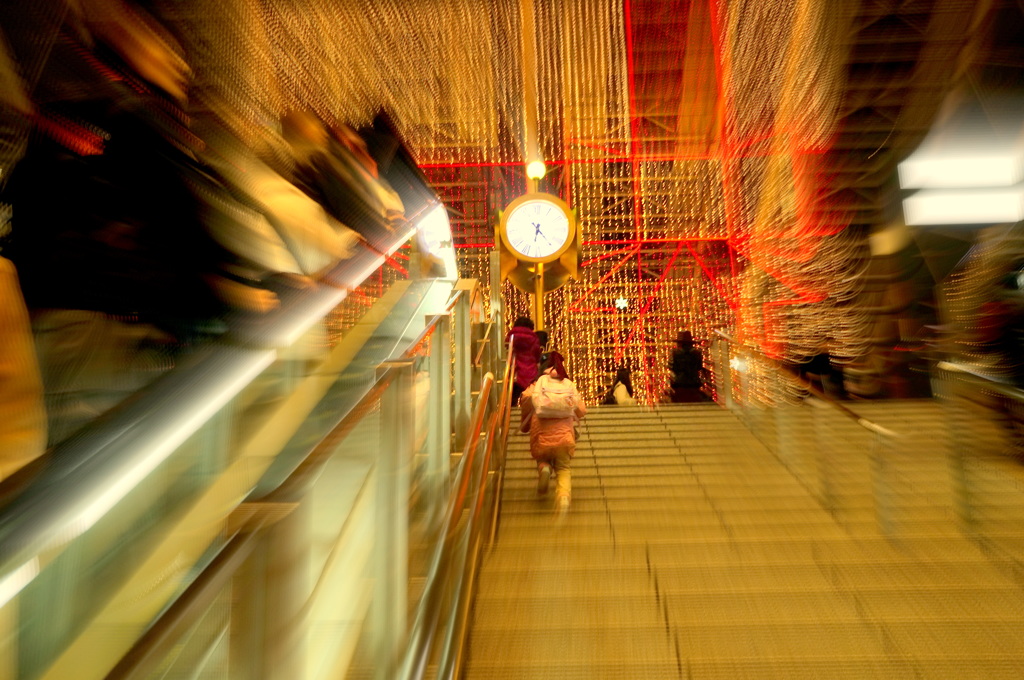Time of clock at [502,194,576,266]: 6:23
